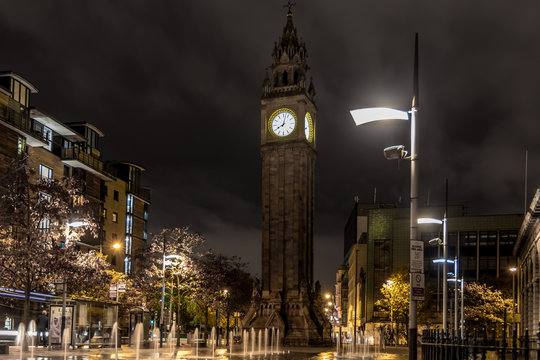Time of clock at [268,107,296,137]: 8:02
